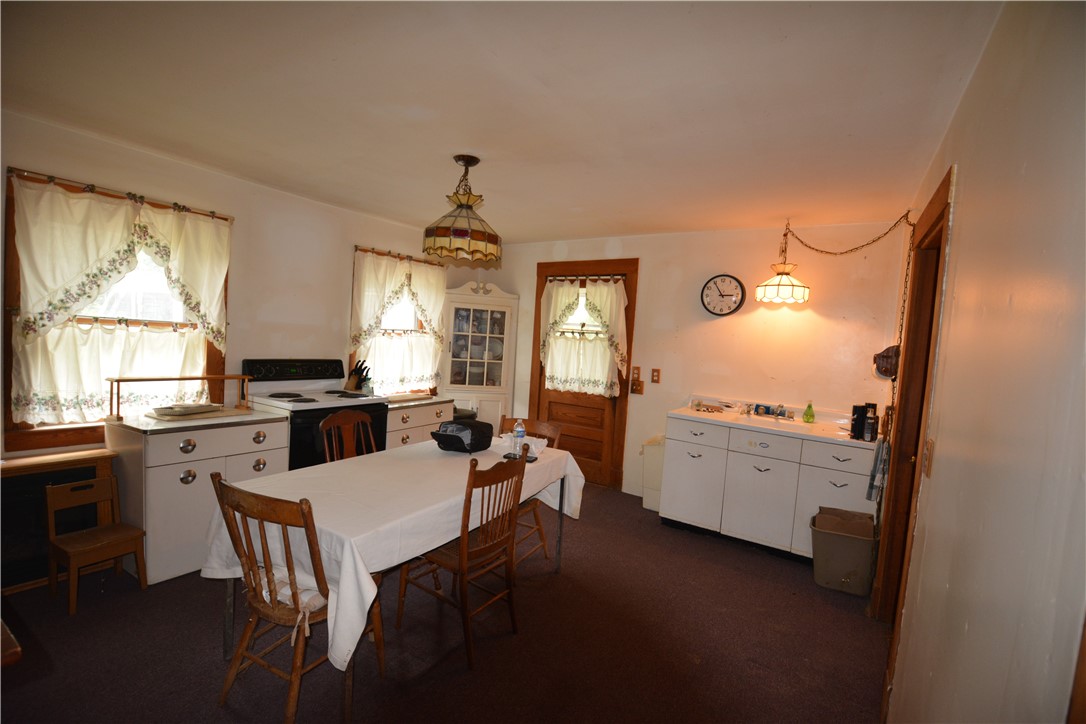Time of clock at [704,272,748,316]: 2:54
